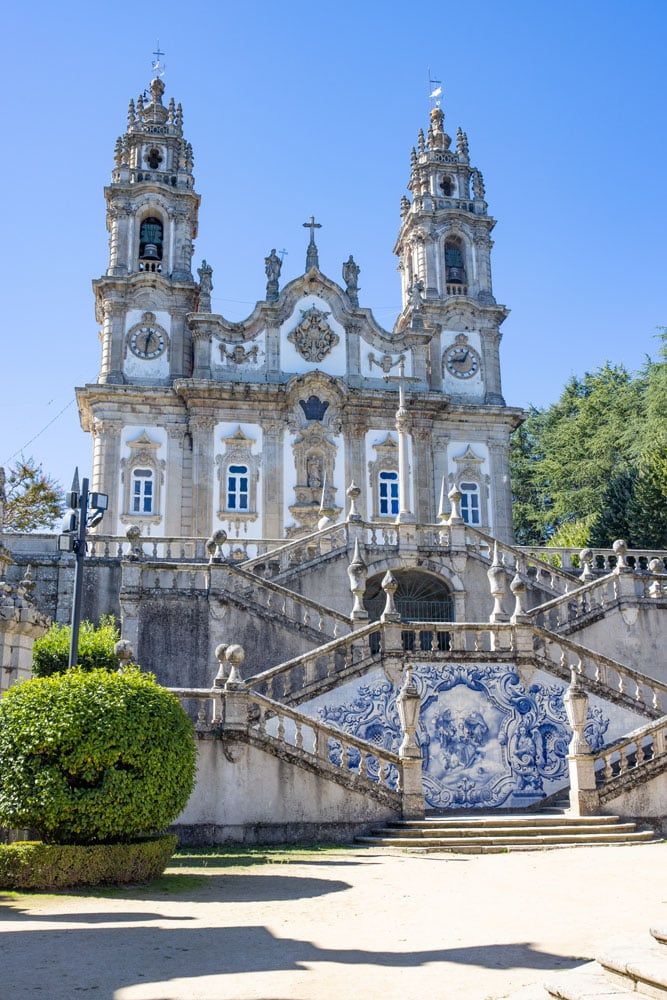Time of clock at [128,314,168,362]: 12:31
